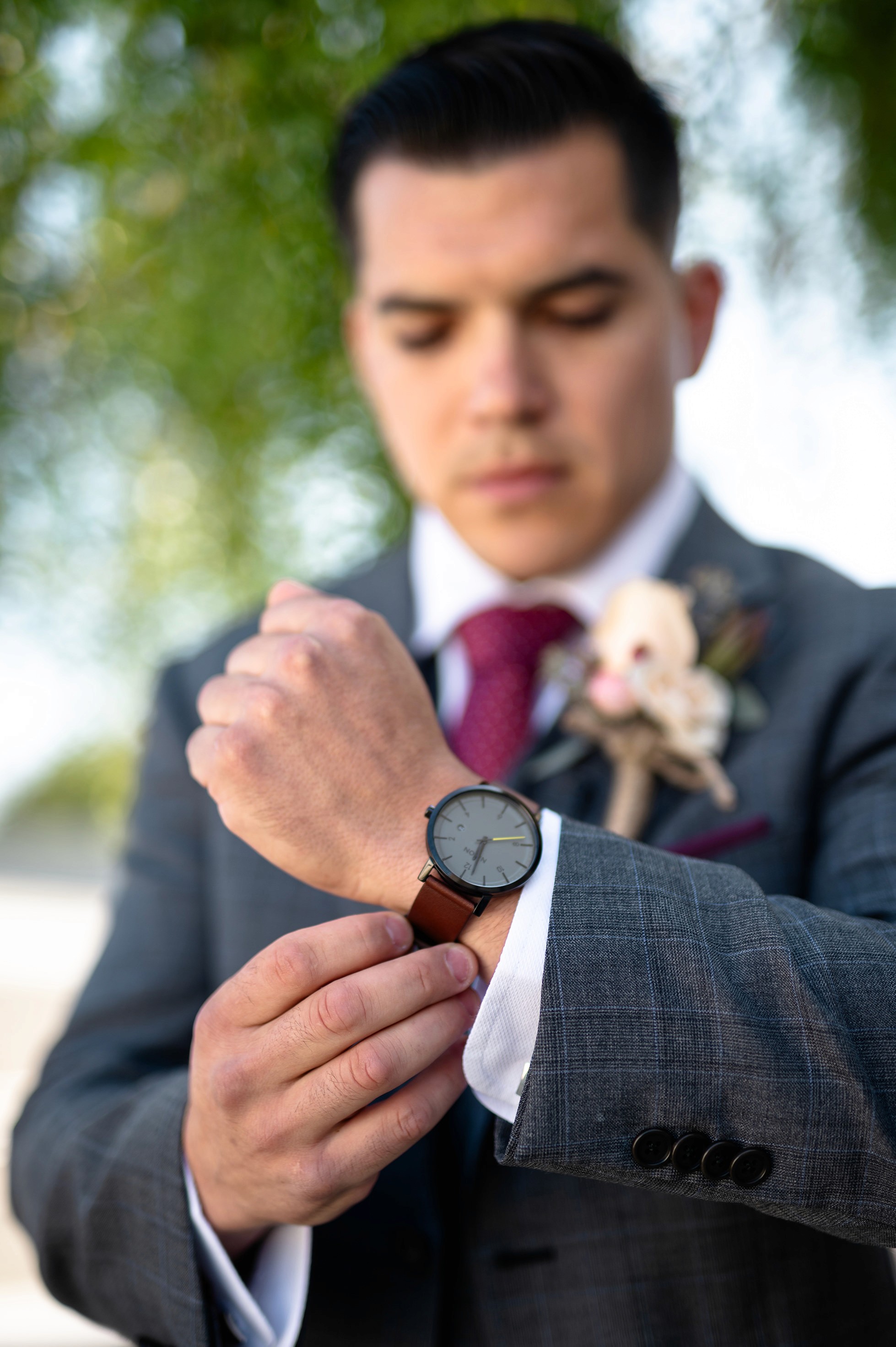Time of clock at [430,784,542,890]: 6:32
